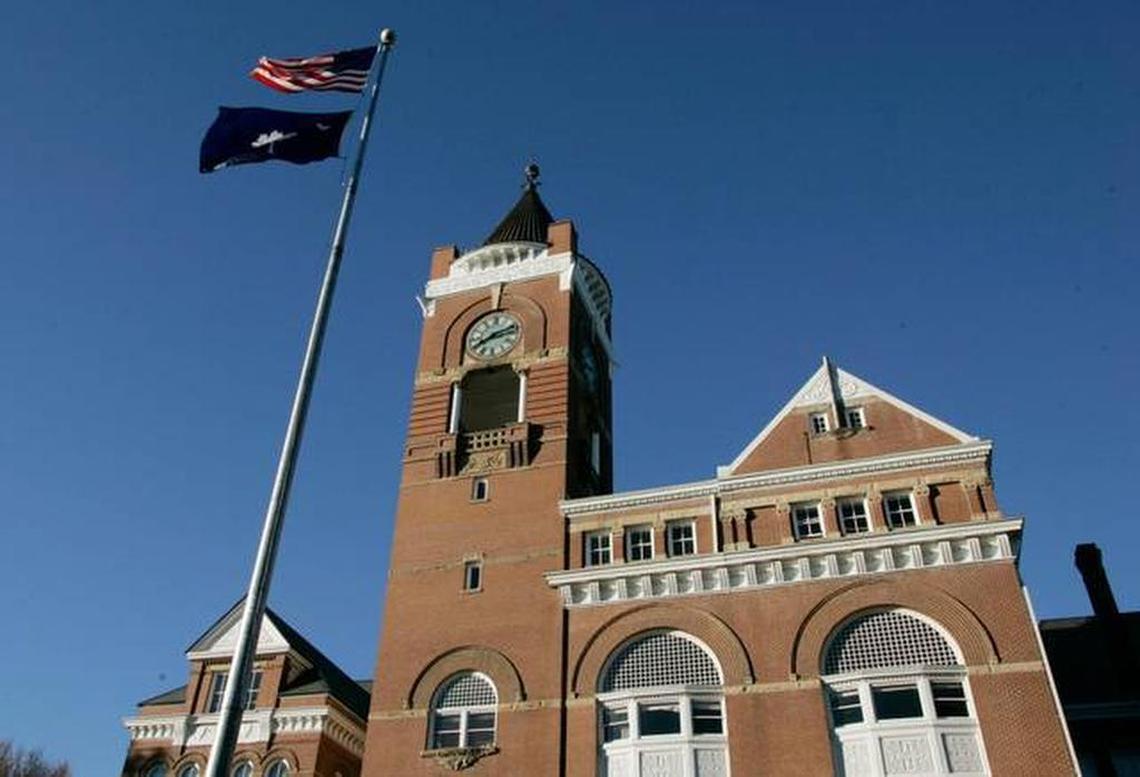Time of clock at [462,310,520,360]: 8:12
